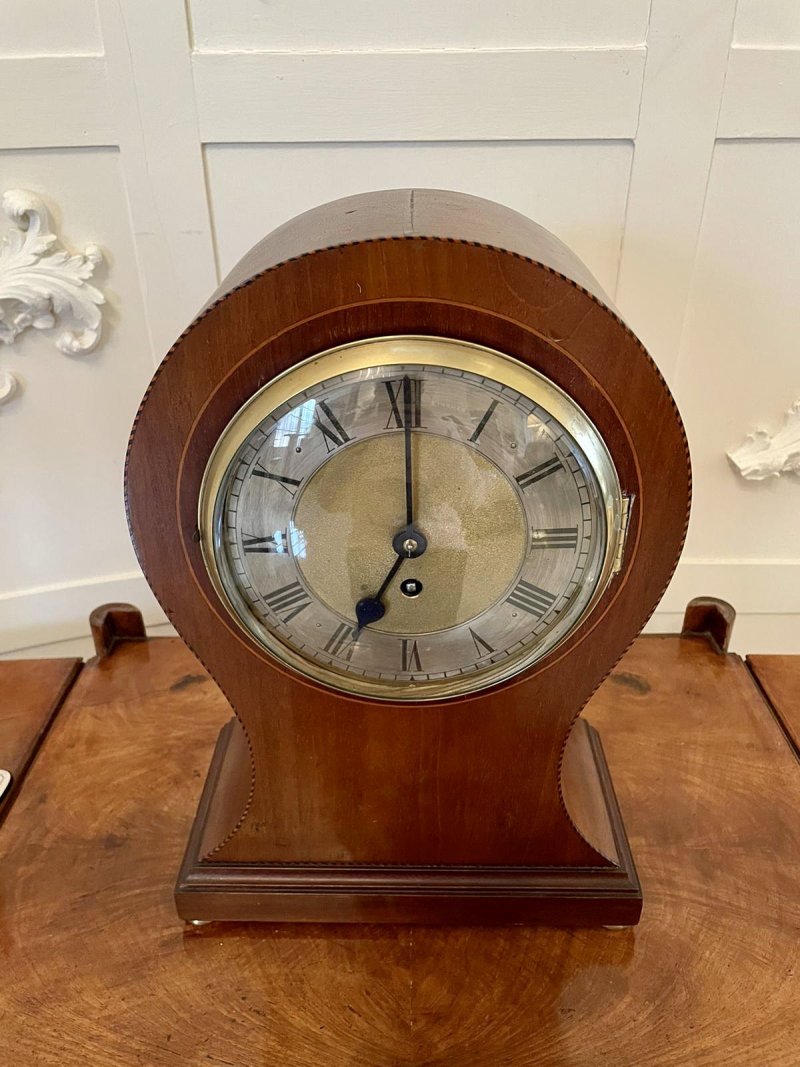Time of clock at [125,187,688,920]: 7:00
